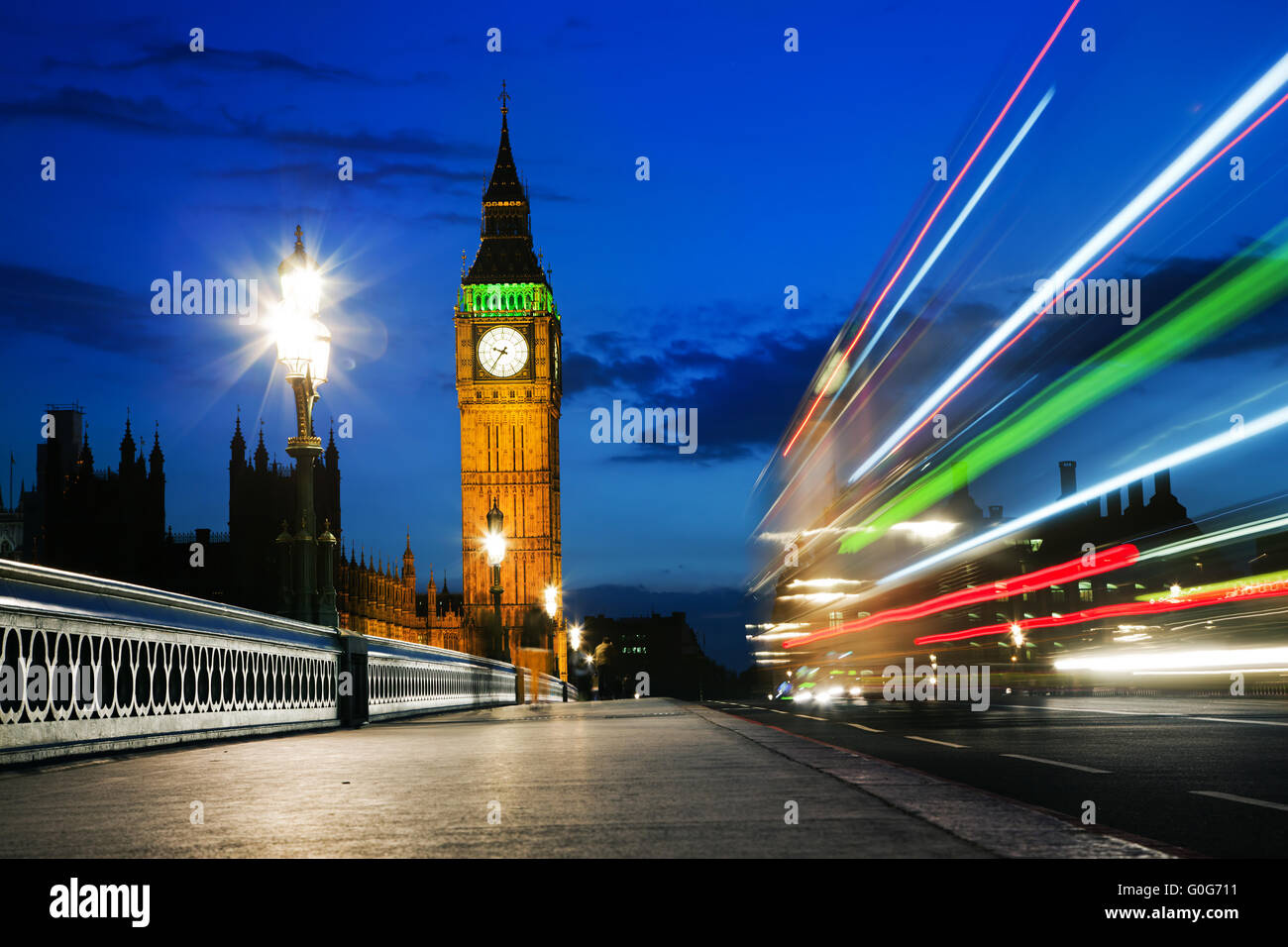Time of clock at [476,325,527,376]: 9:36
